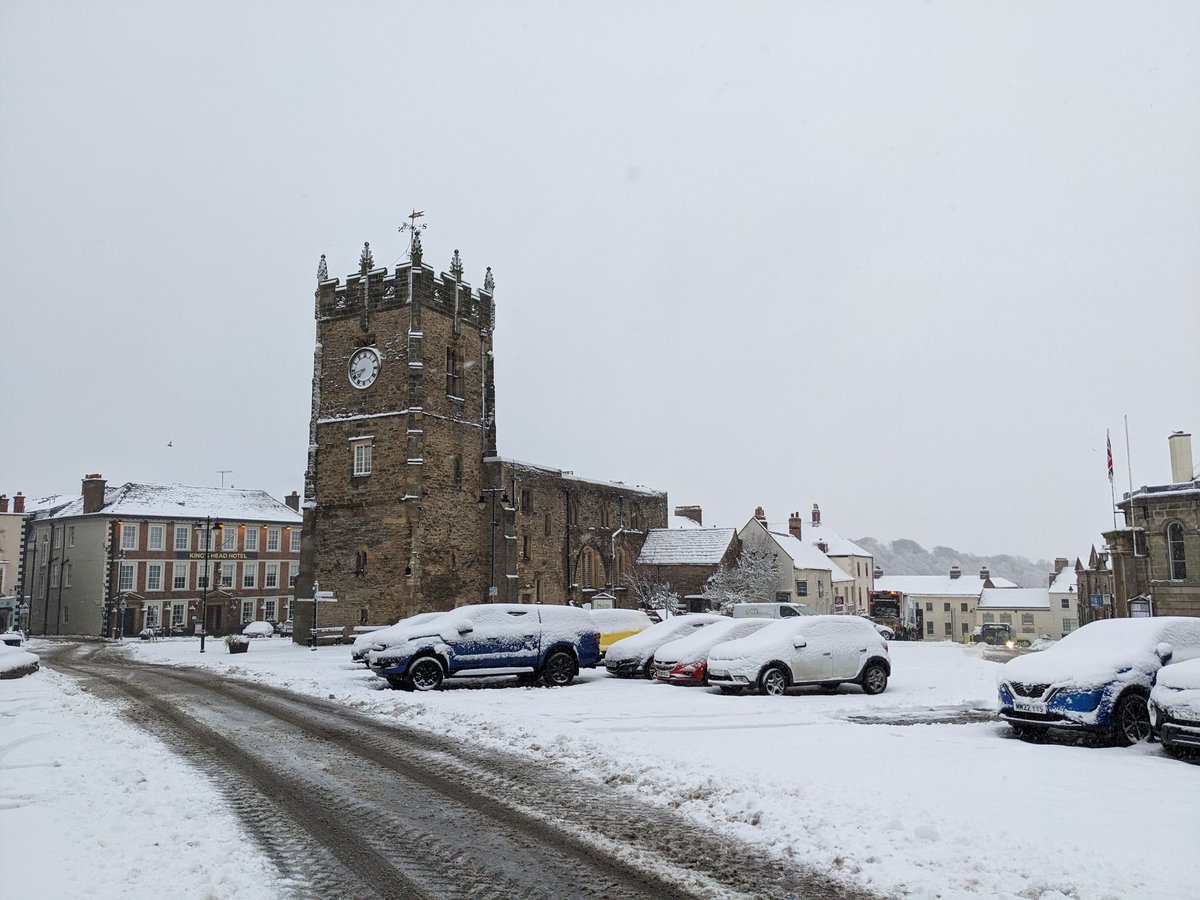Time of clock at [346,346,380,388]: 7:42
